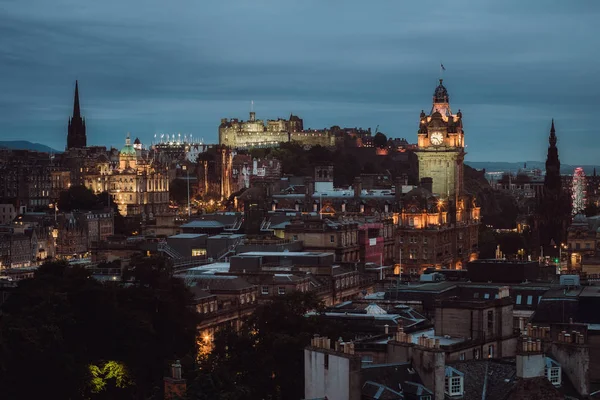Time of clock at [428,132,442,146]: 9:25
